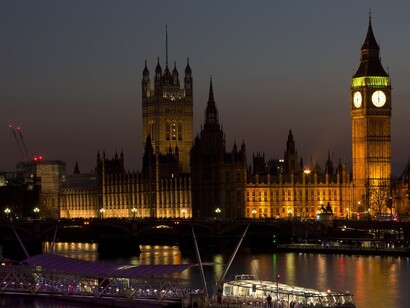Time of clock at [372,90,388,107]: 5:59
